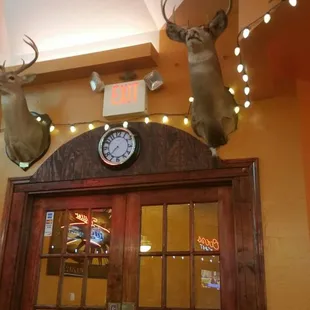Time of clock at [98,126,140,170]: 7:37
